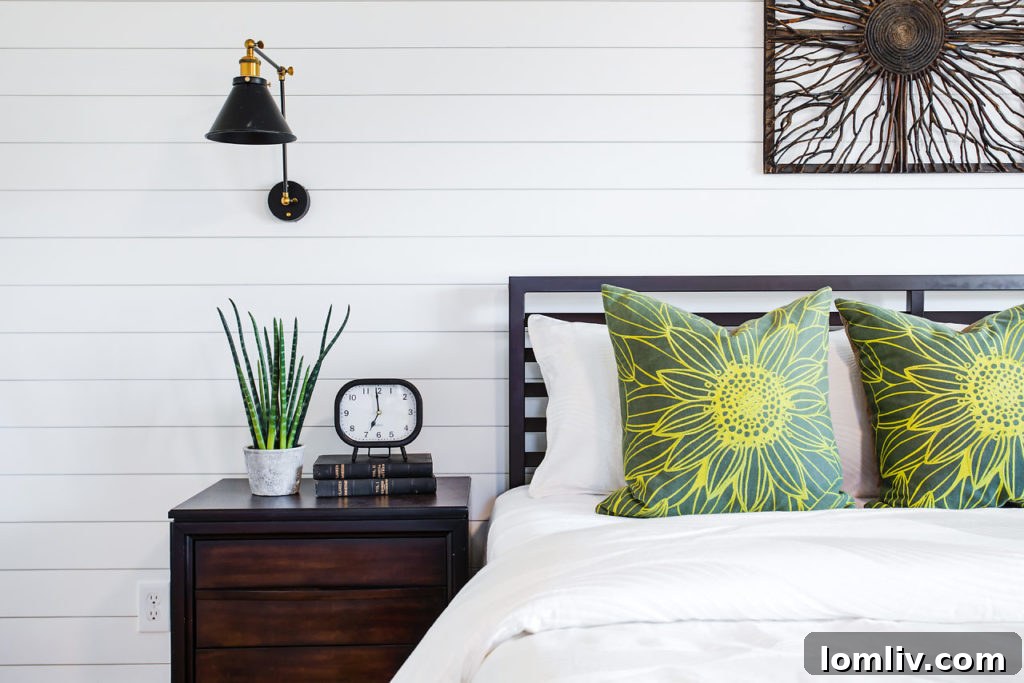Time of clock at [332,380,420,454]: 6:59
